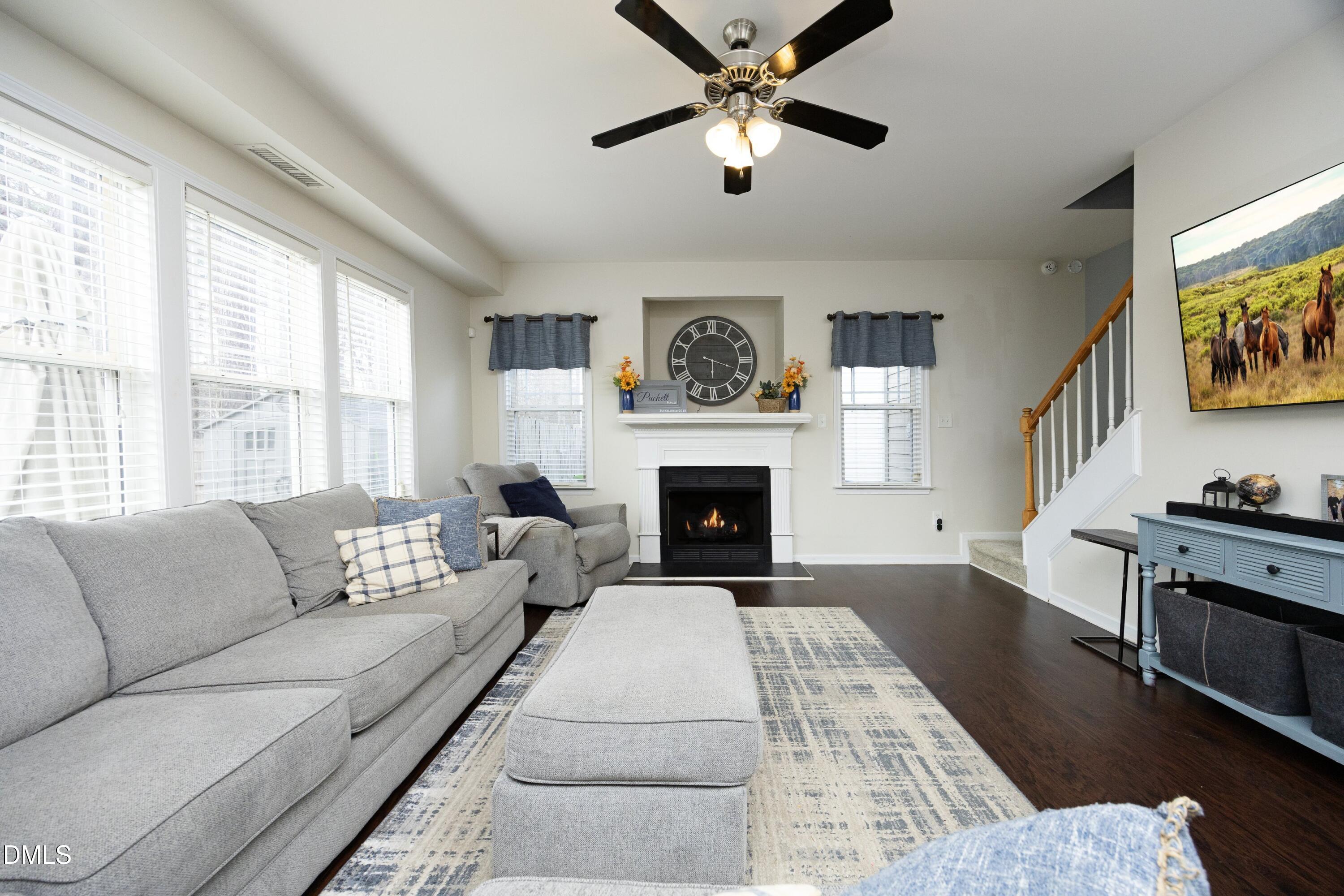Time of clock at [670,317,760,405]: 6:18
